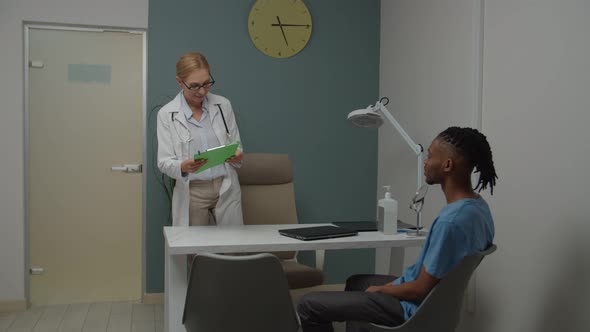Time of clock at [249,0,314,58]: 5:14
